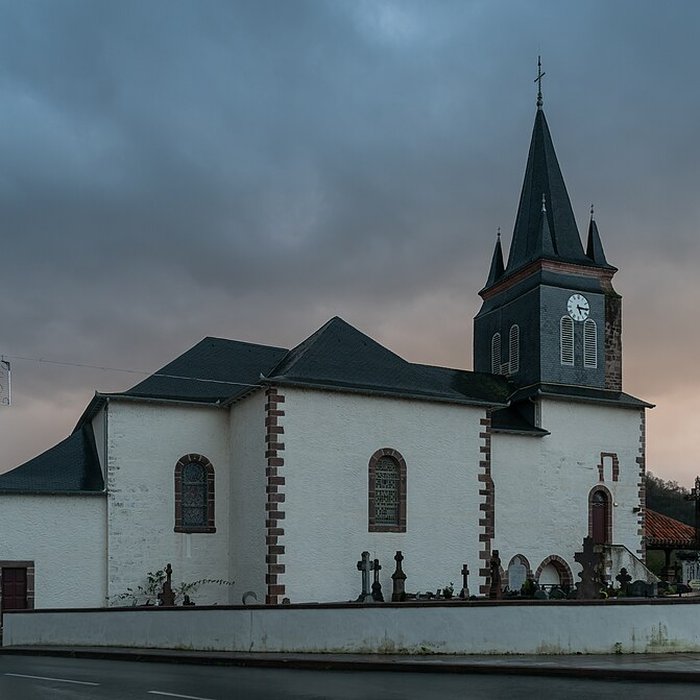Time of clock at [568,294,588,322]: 5:15
